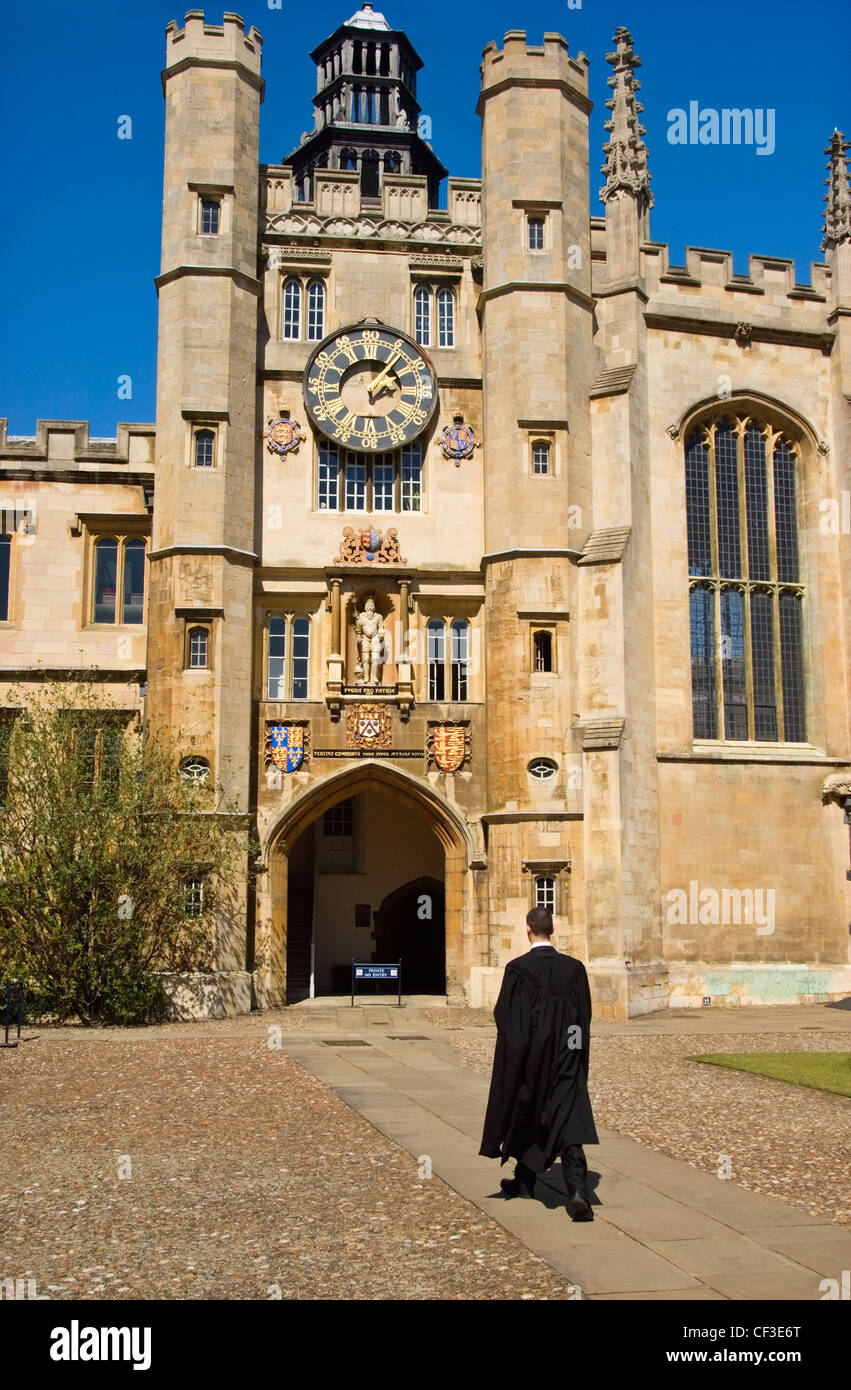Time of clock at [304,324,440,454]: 2:06
